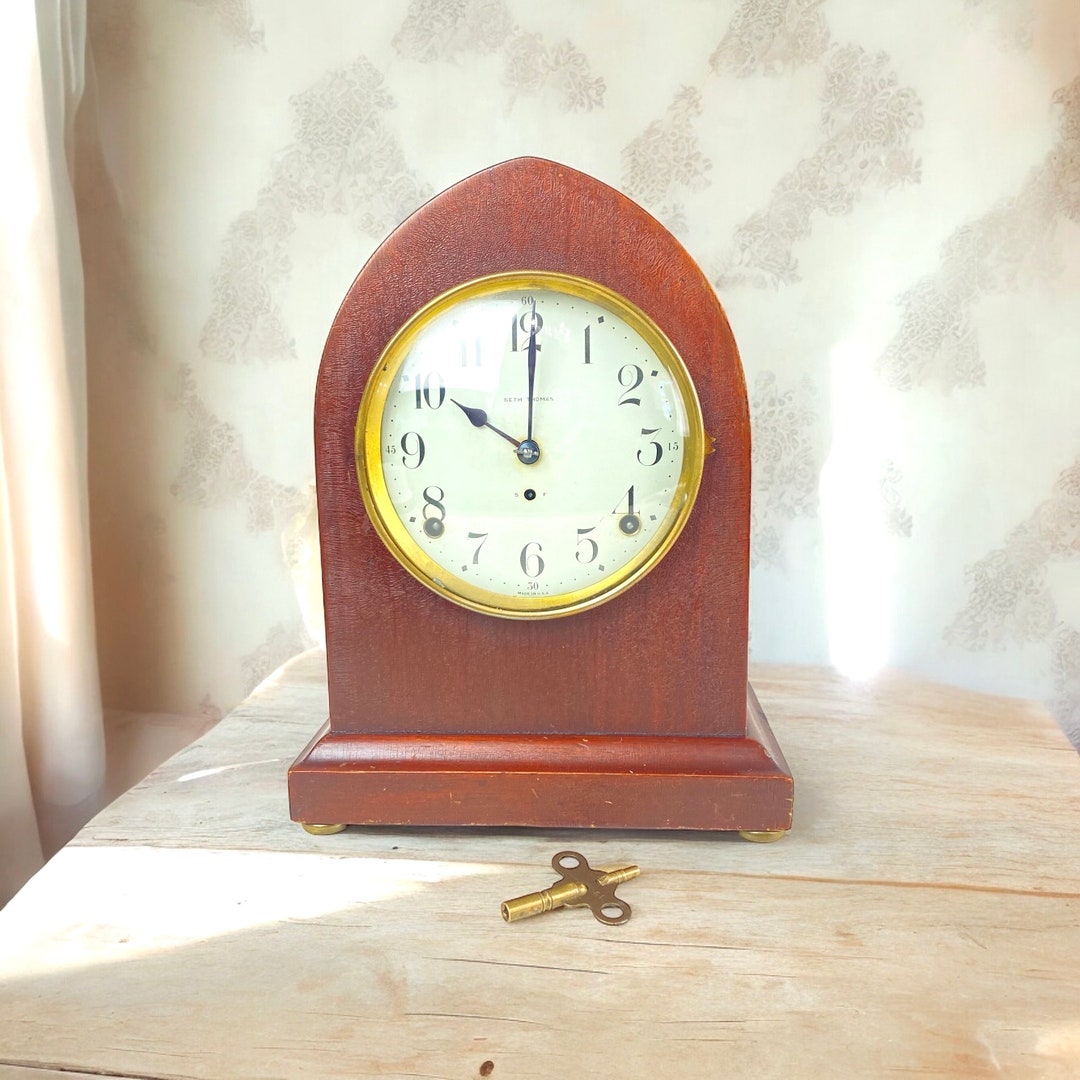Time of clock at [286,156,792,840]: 10:00
